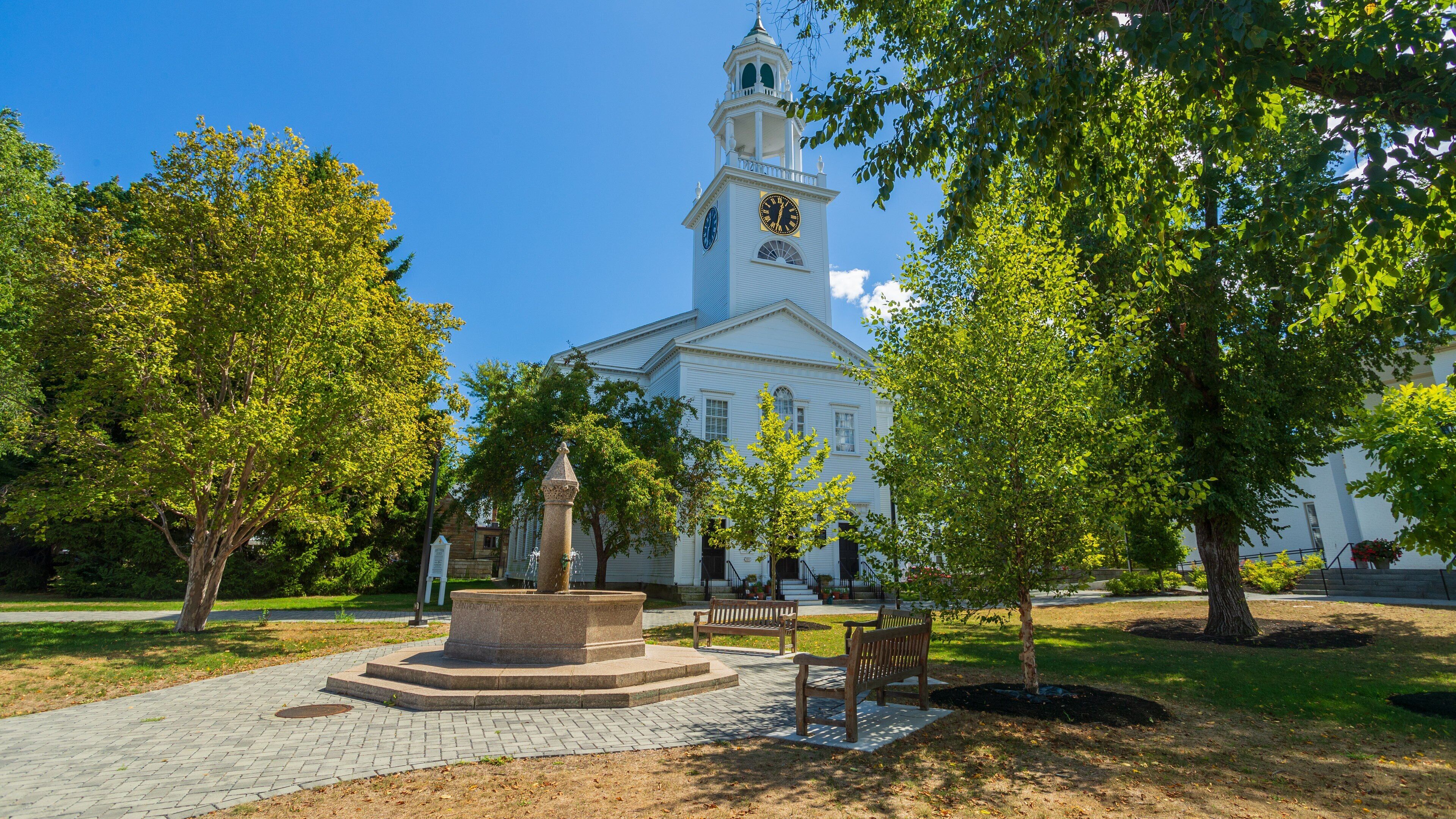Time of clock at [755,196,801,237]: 12:32
